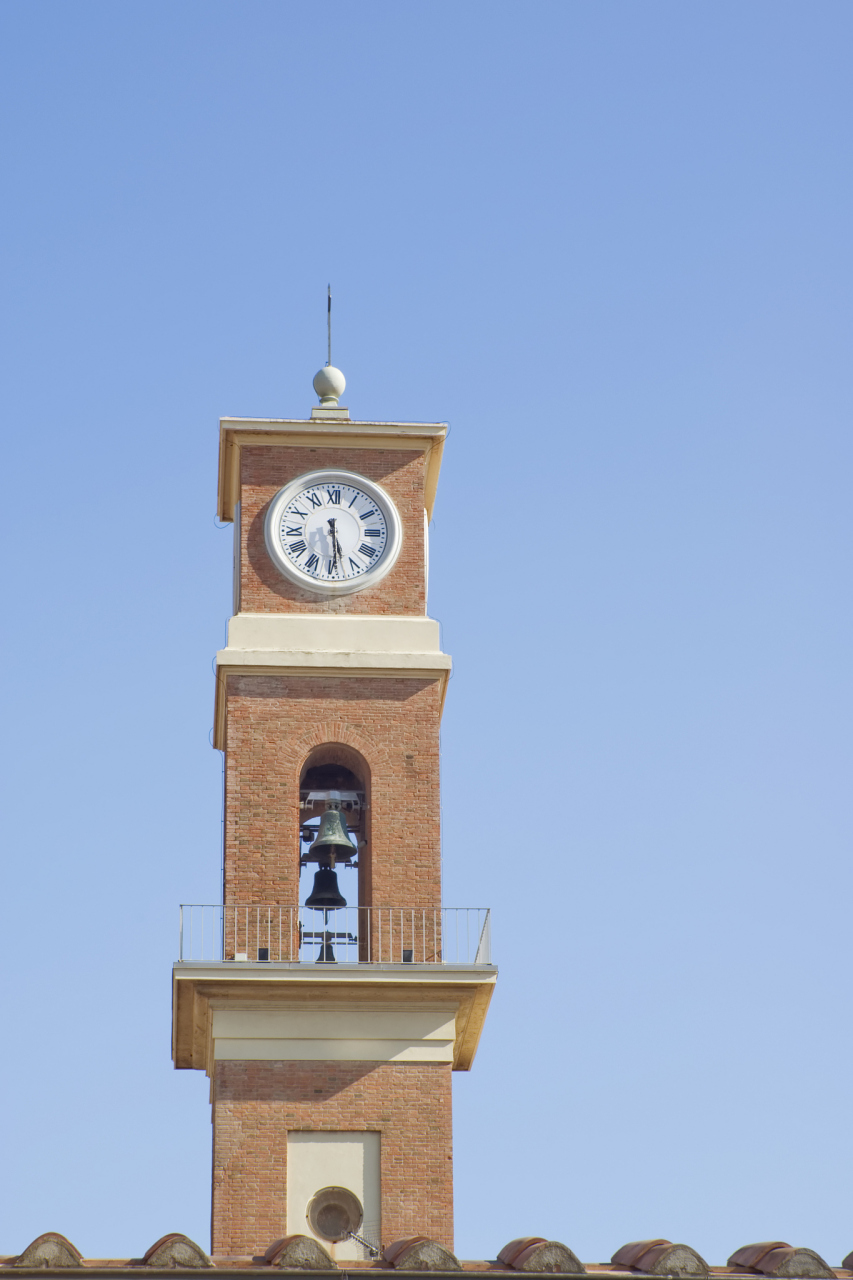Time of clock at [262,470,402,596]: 5:29
